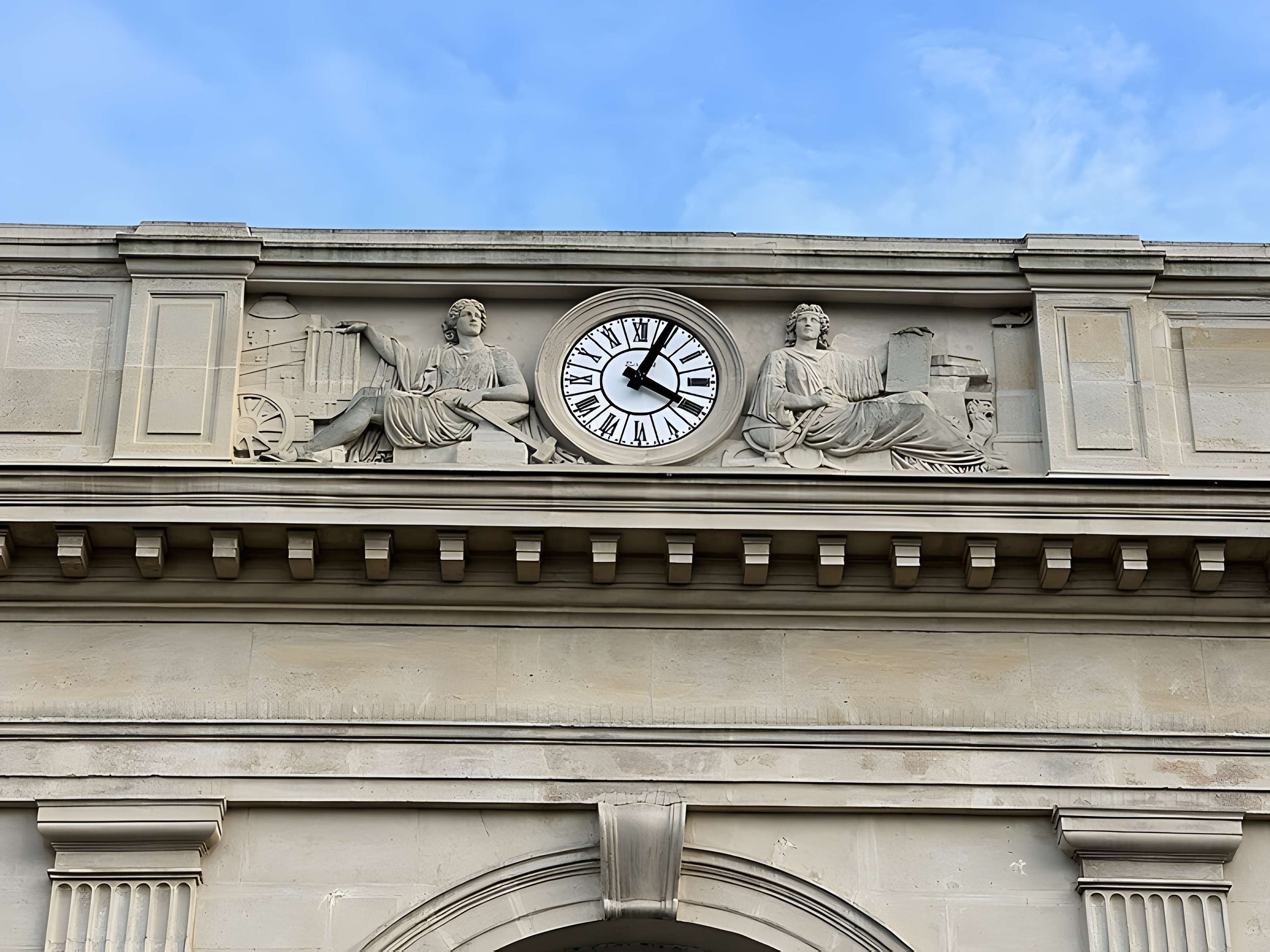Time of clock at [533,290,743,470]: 4:04
